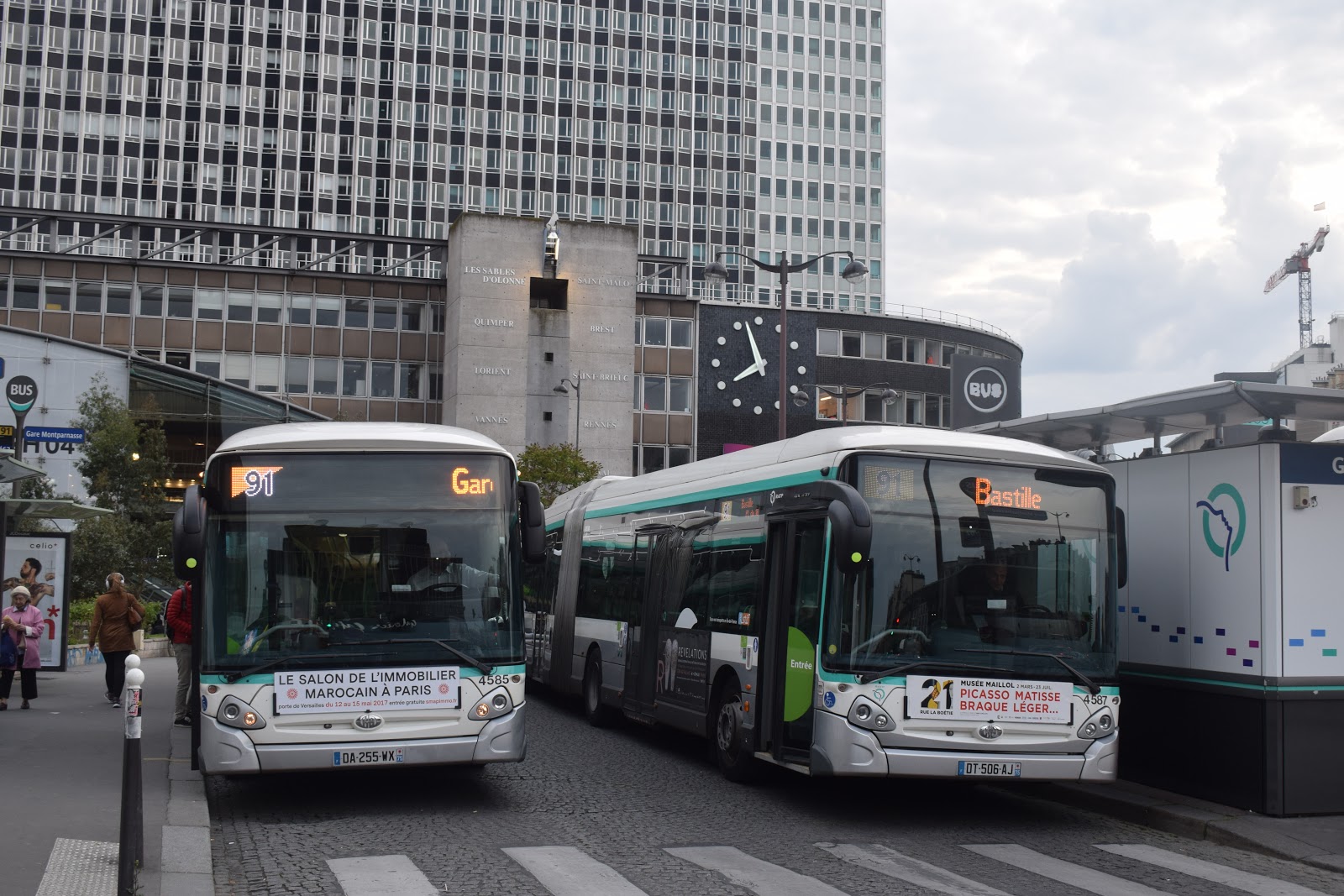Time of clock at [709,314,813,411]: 7:57
